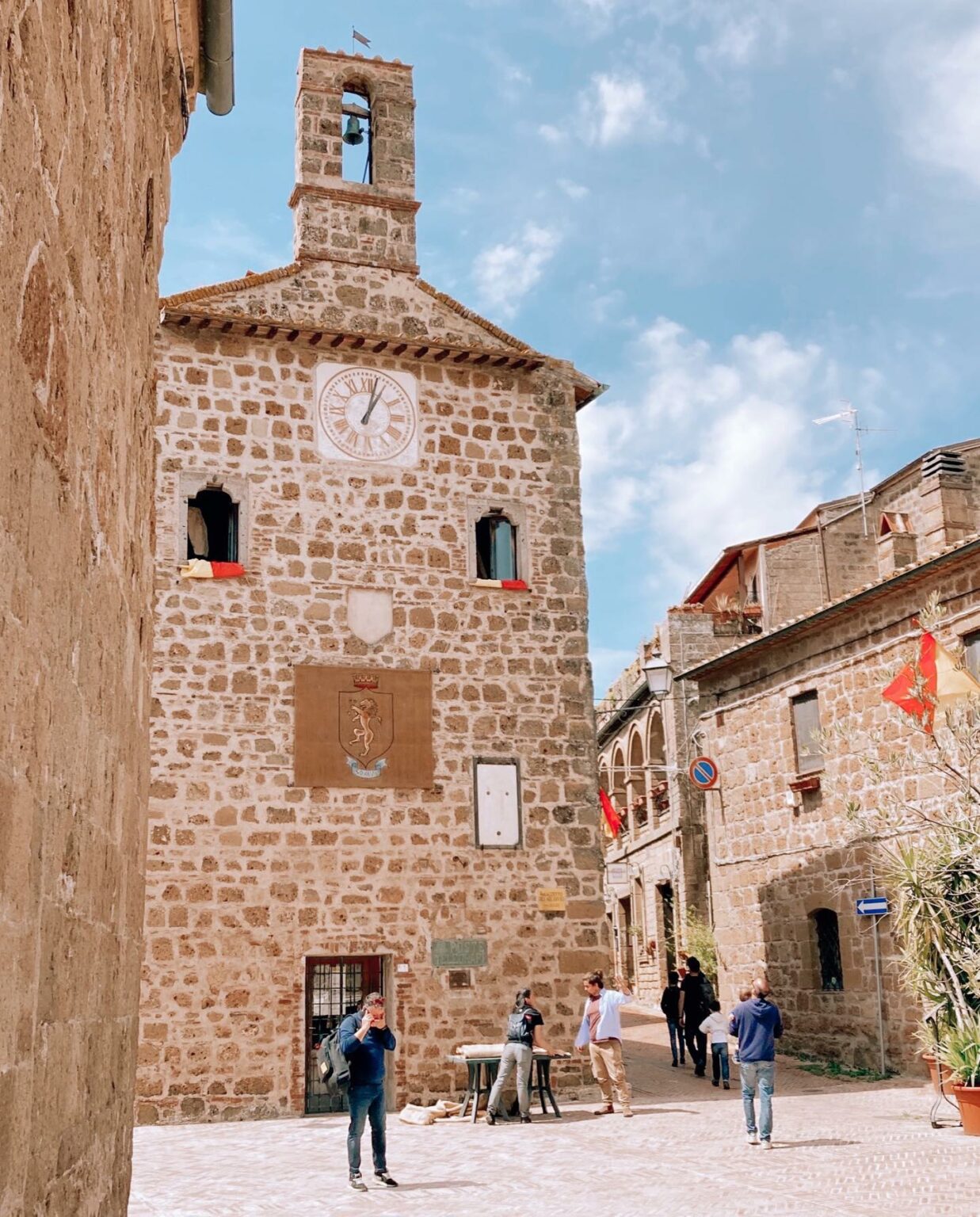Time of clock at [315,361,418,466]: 1:02
